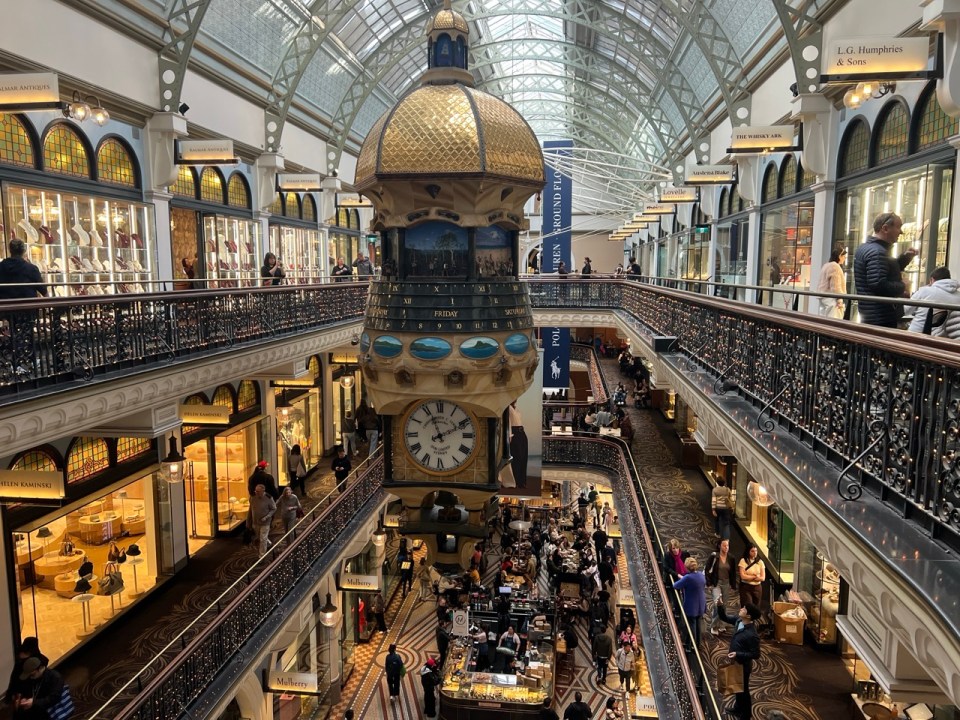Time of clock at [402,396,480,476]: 11:10
